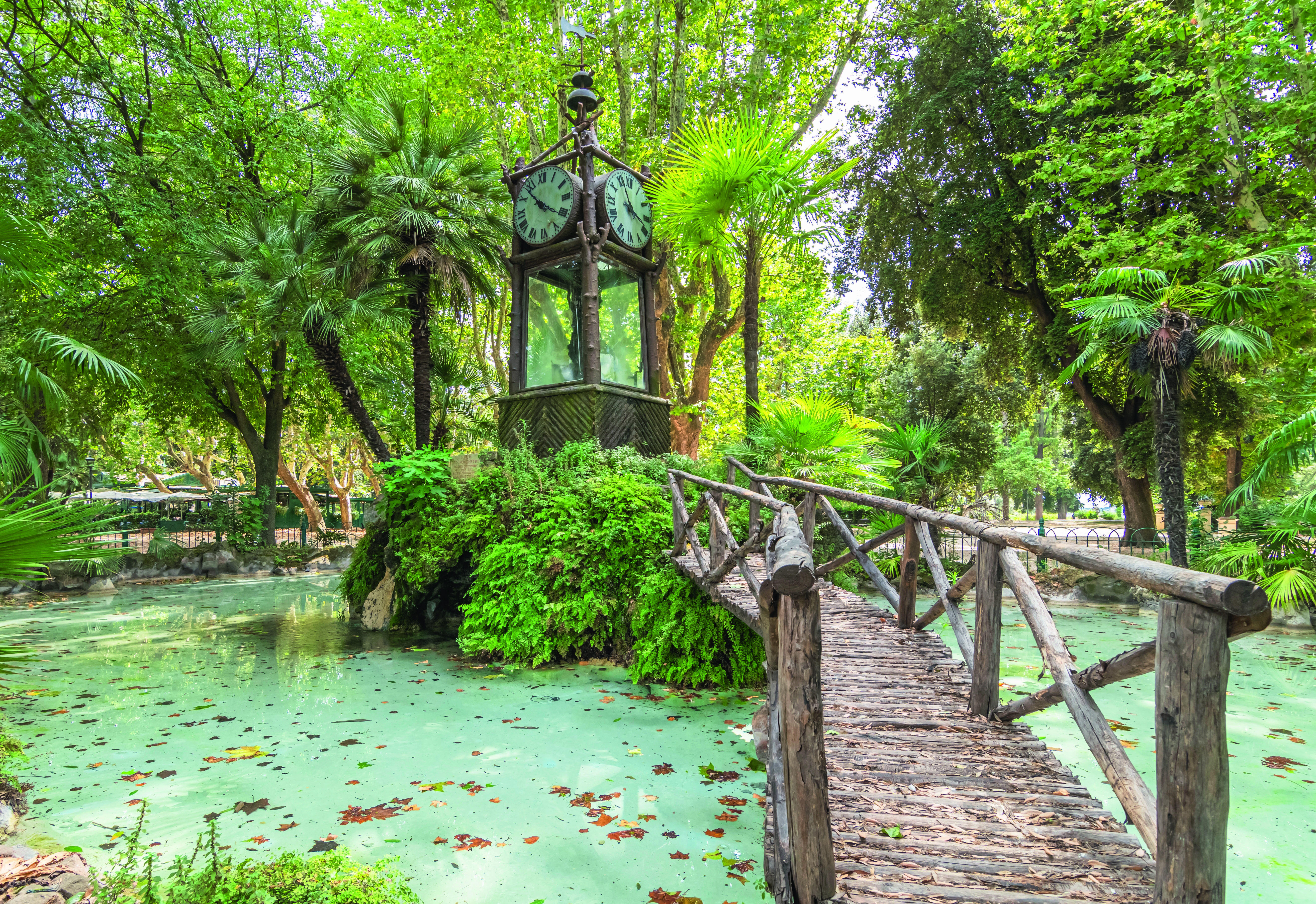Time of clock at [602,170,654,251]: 3:56
